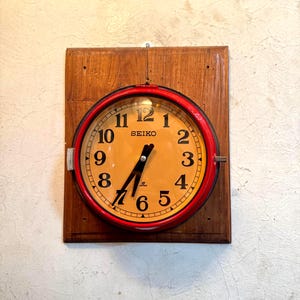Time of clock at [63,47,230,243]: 6:35
